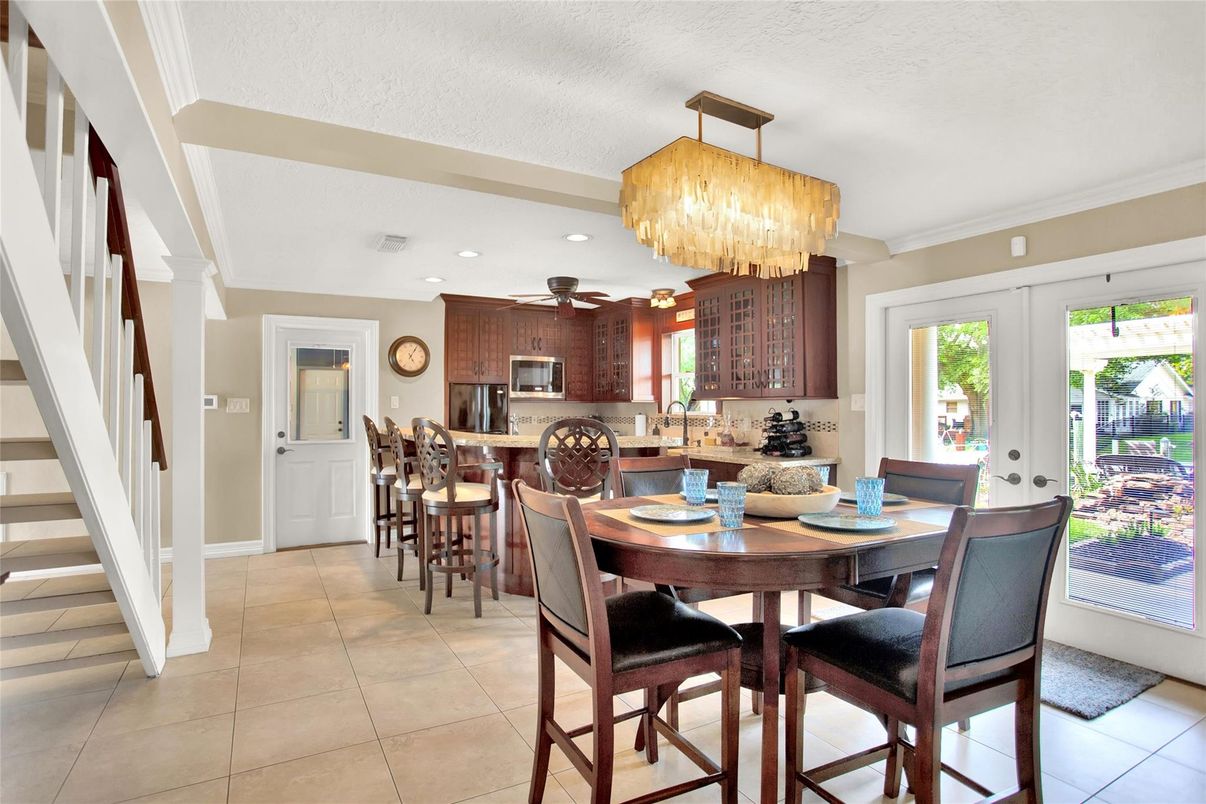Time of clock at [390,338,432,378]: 5:05
